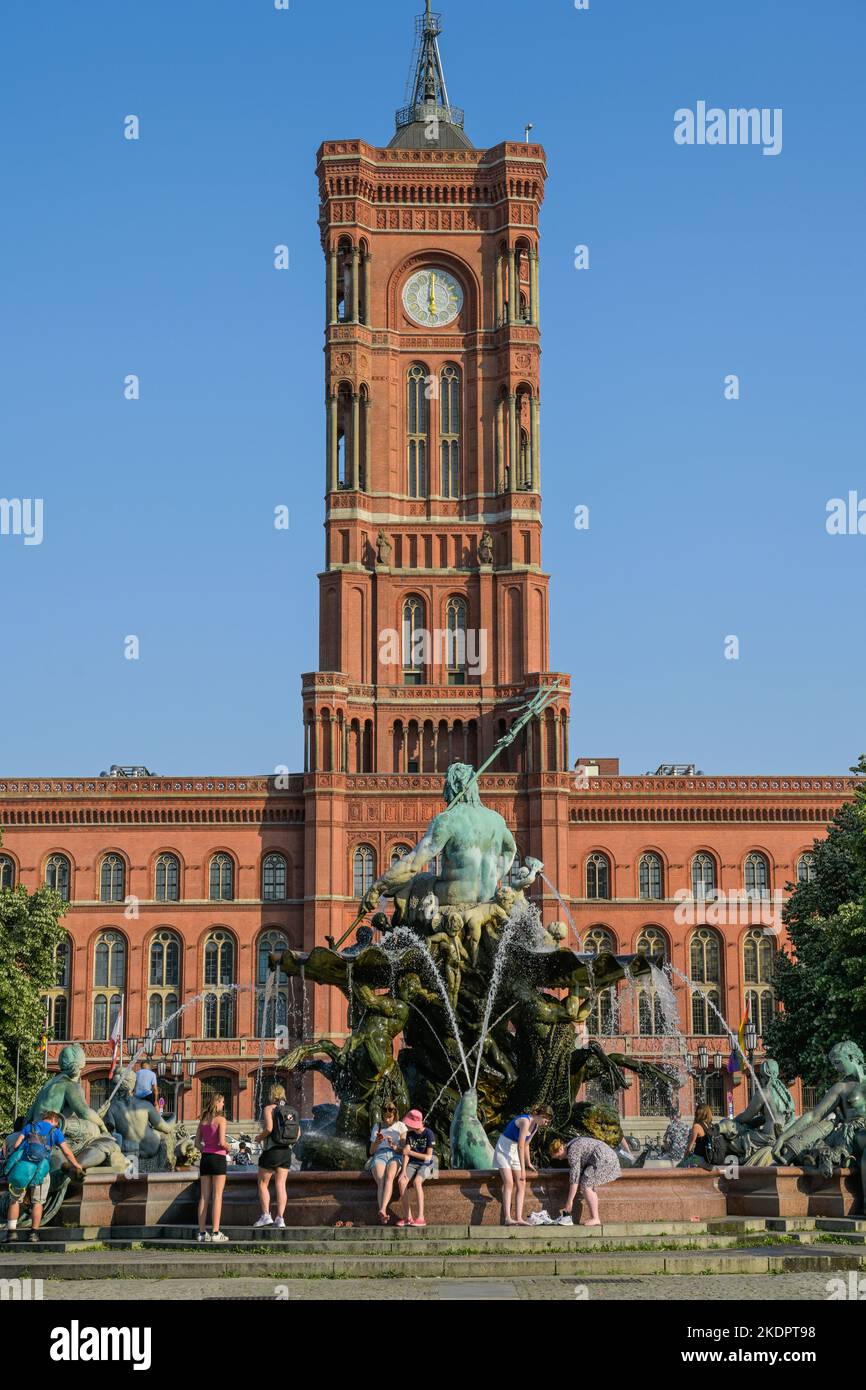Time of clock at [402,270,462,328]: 6:00
